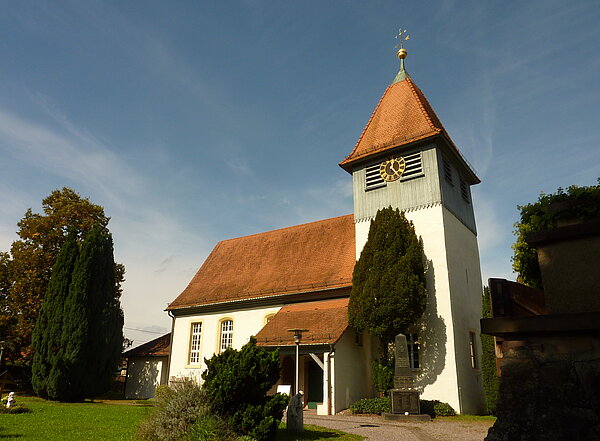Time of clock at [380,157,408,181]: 12:23
